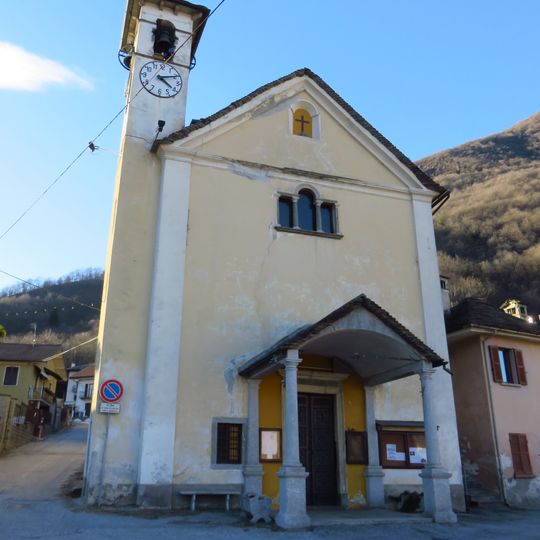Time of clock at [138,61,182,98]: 4:10
